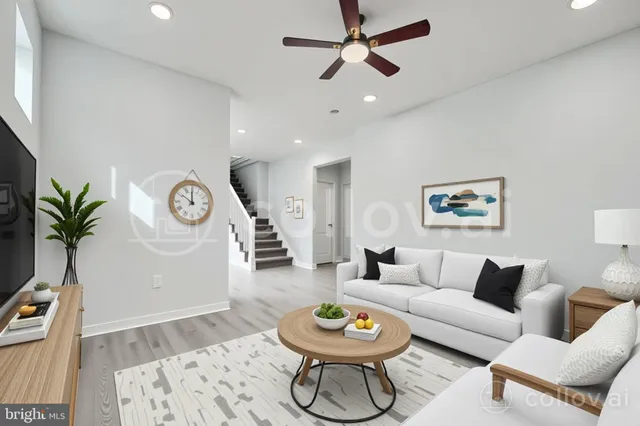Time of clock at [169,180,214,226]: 11:50
